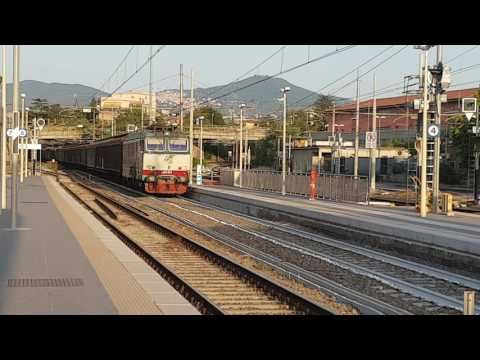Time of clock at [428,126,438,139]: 8:27
